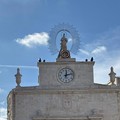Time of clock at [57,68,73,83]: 12:12
